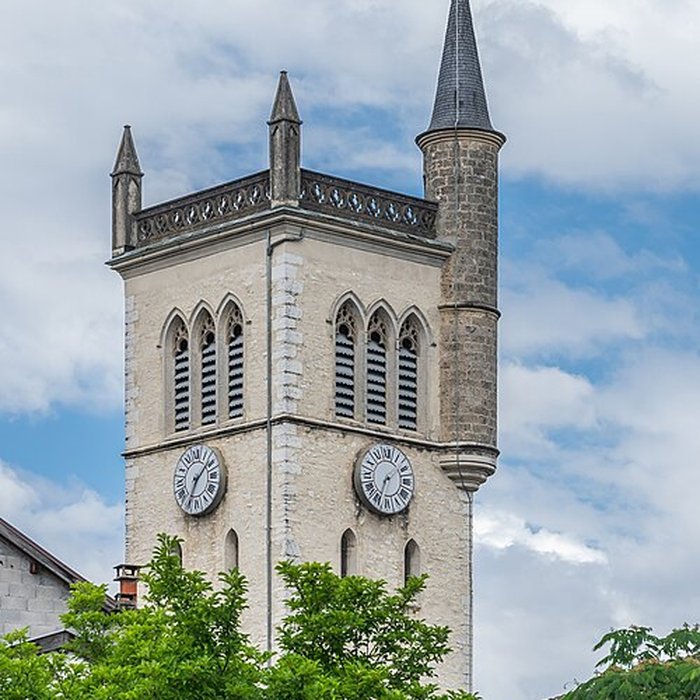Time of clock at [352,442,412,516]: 1:33
